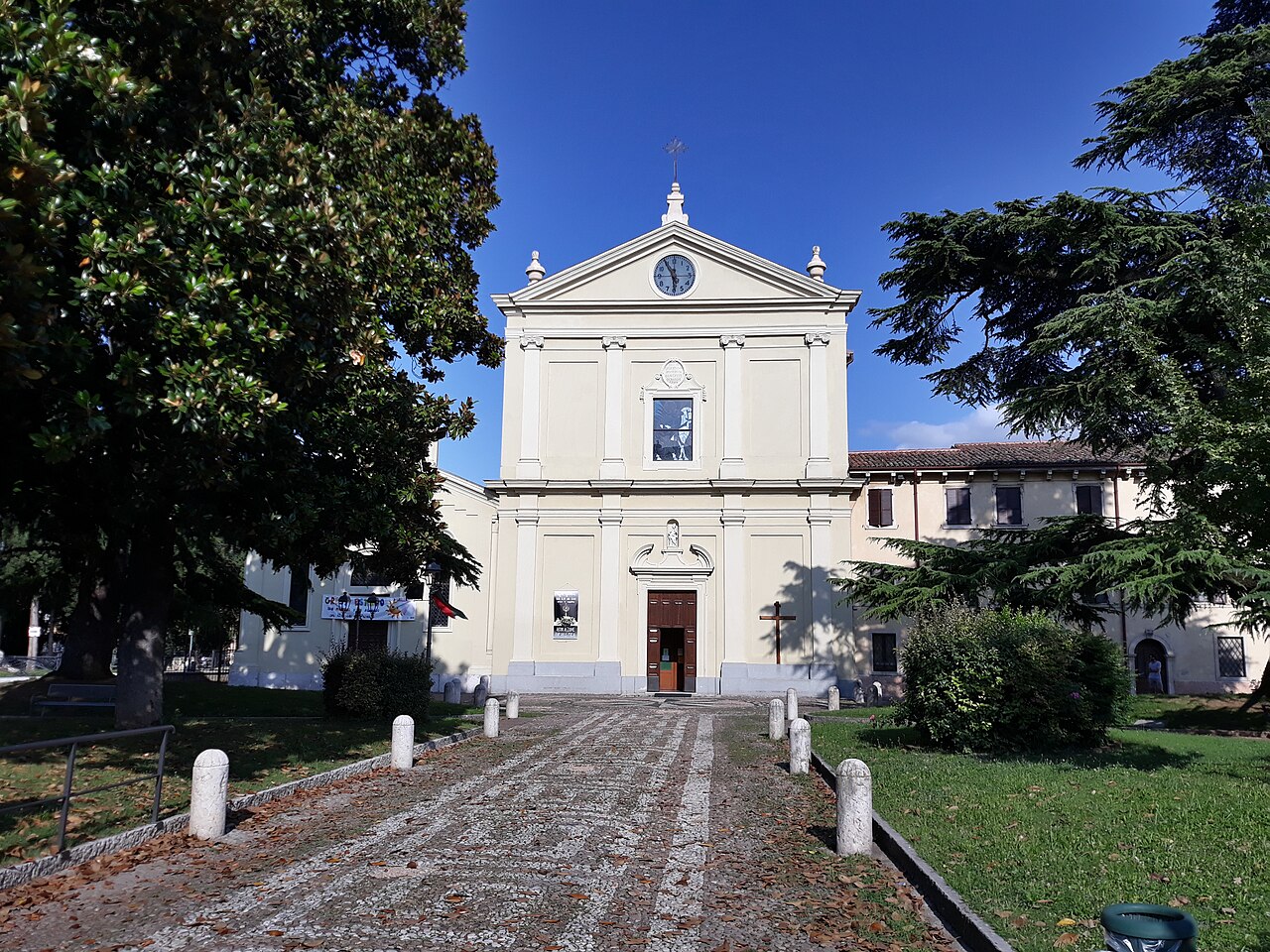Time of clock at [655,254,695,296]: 5:54
